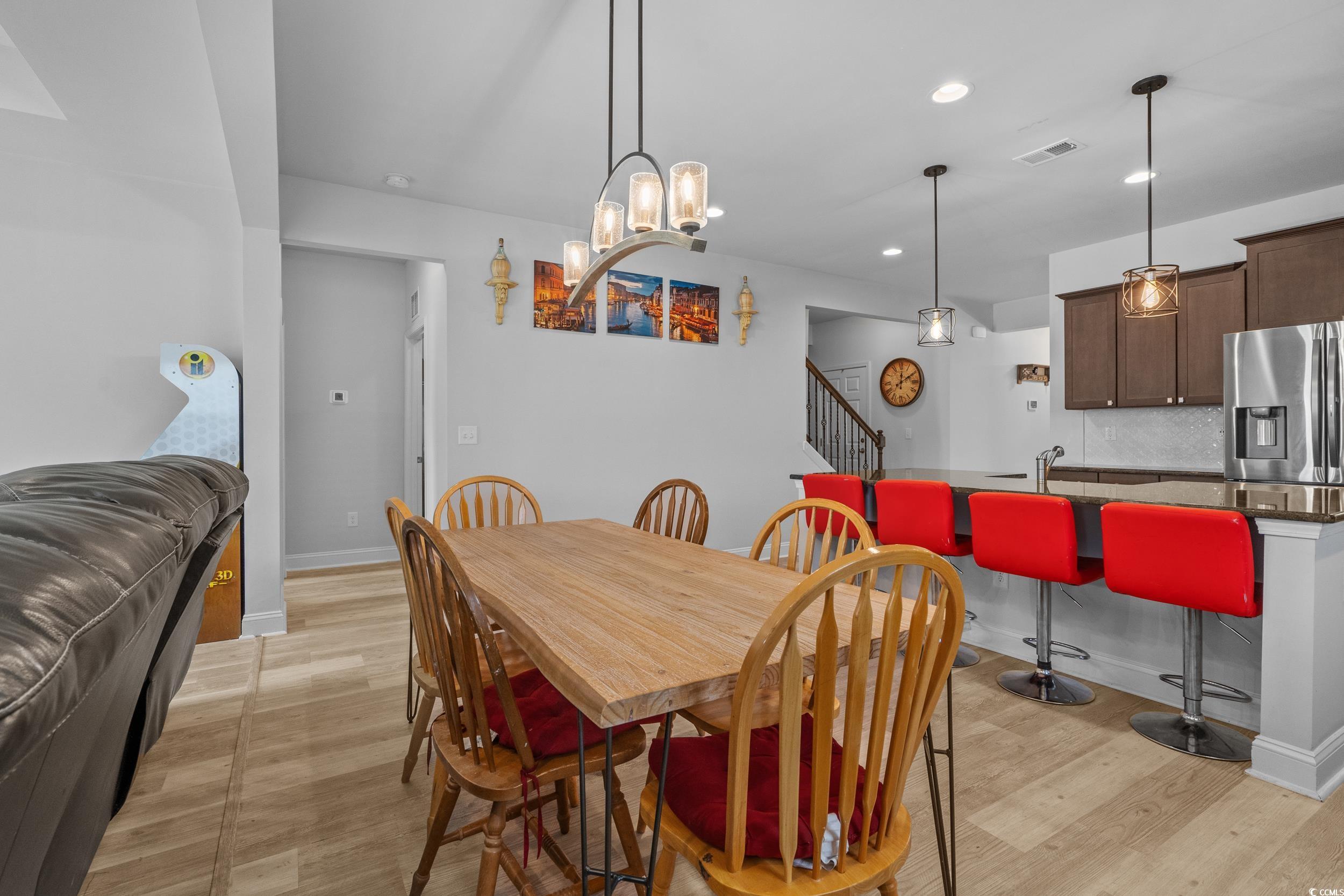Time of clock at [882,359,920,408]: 12:09
